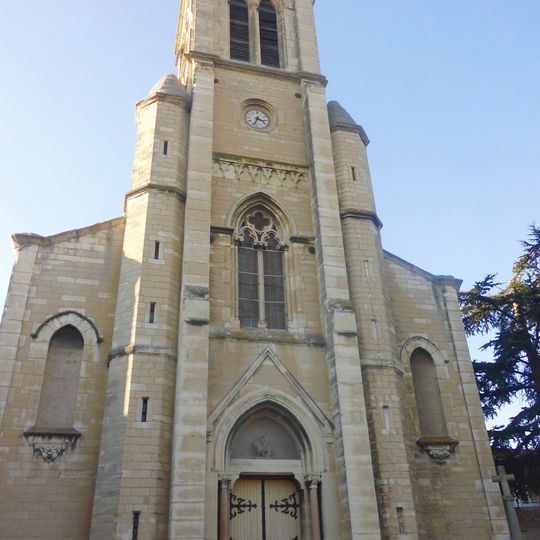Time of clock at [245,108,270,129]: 3:33
